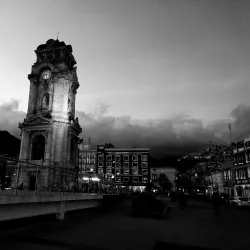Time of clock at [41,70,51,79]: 8:27
